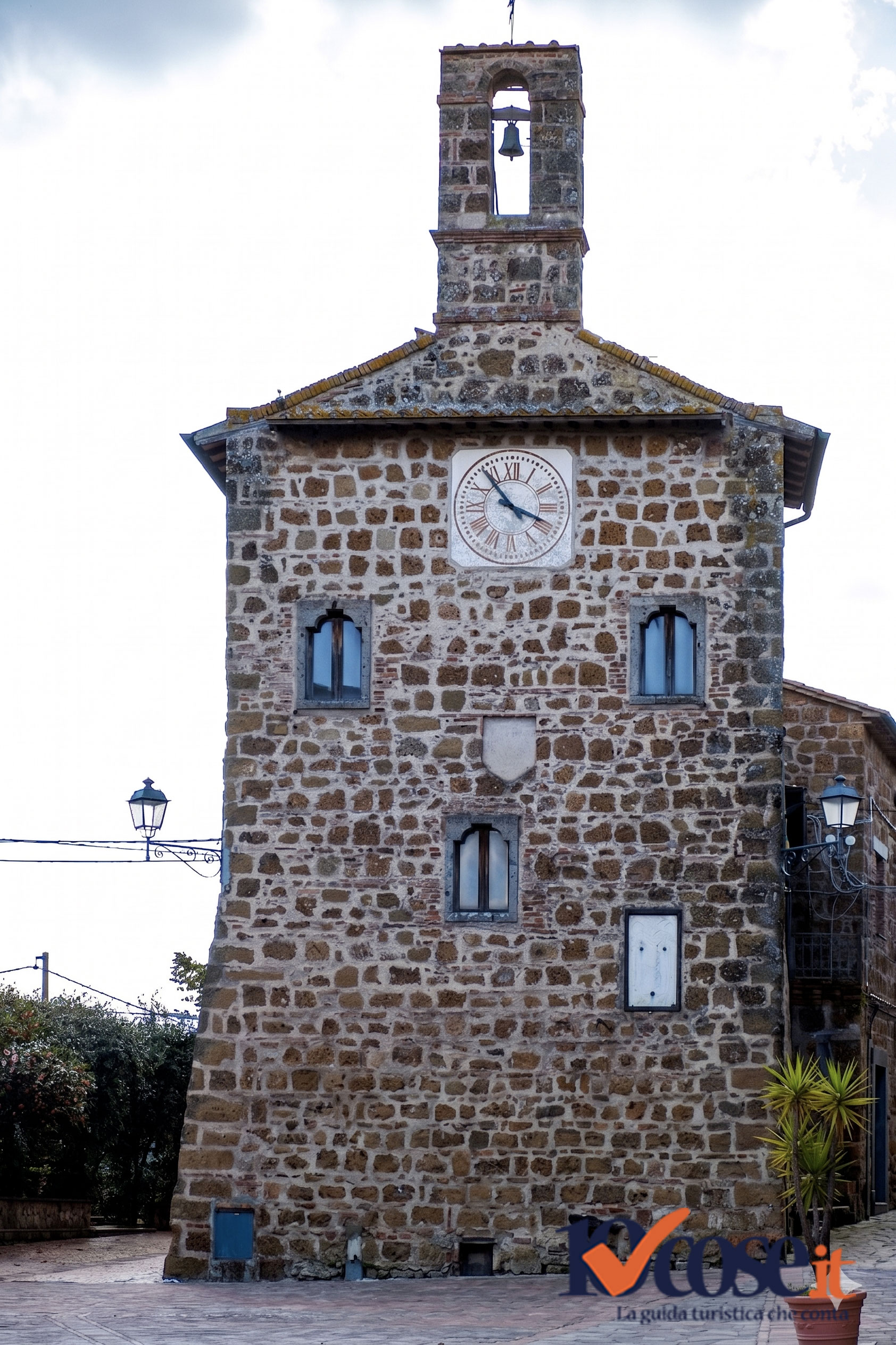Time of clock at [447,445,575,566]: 3:53
